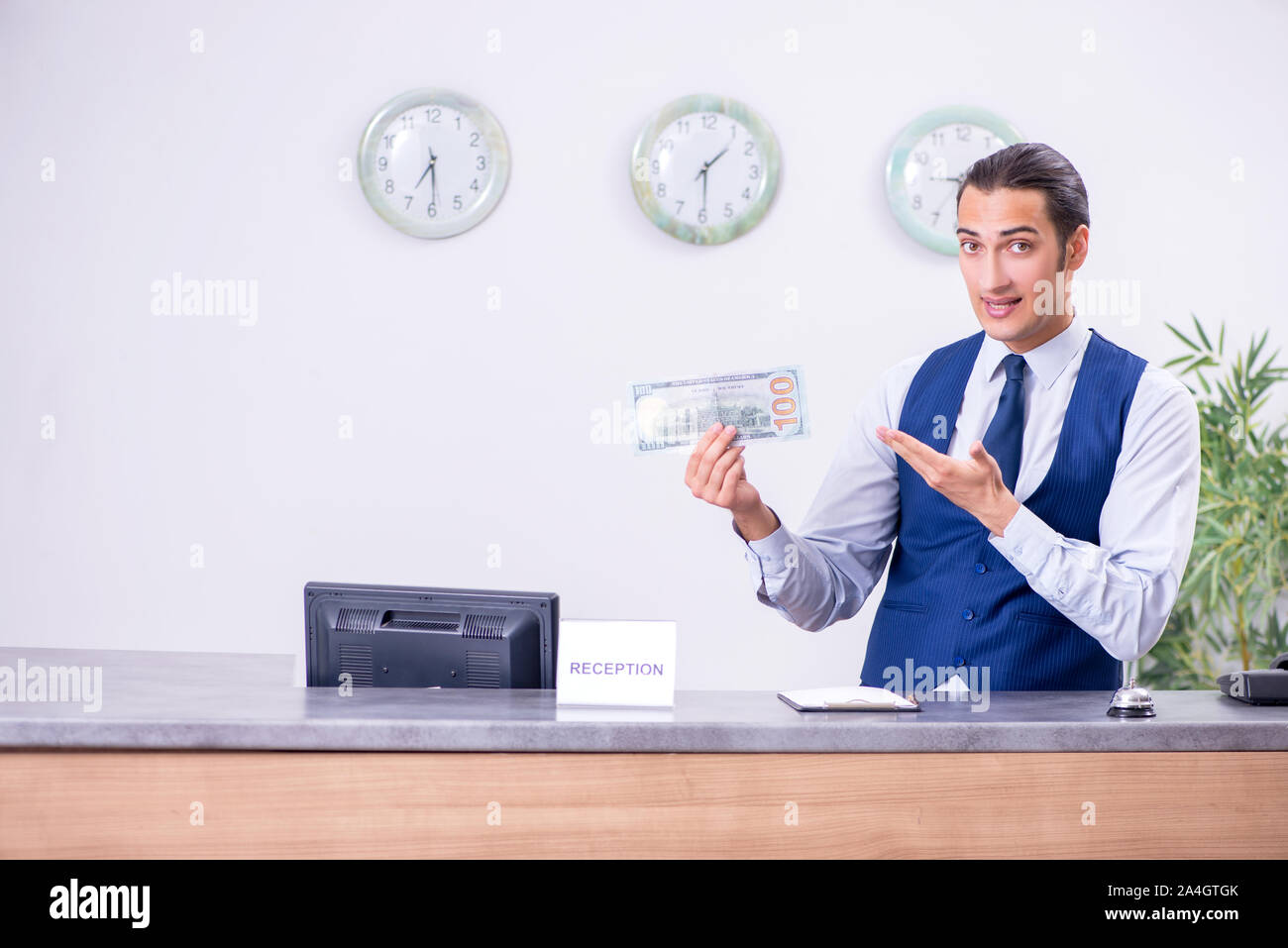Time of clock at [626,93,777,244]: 1:29
